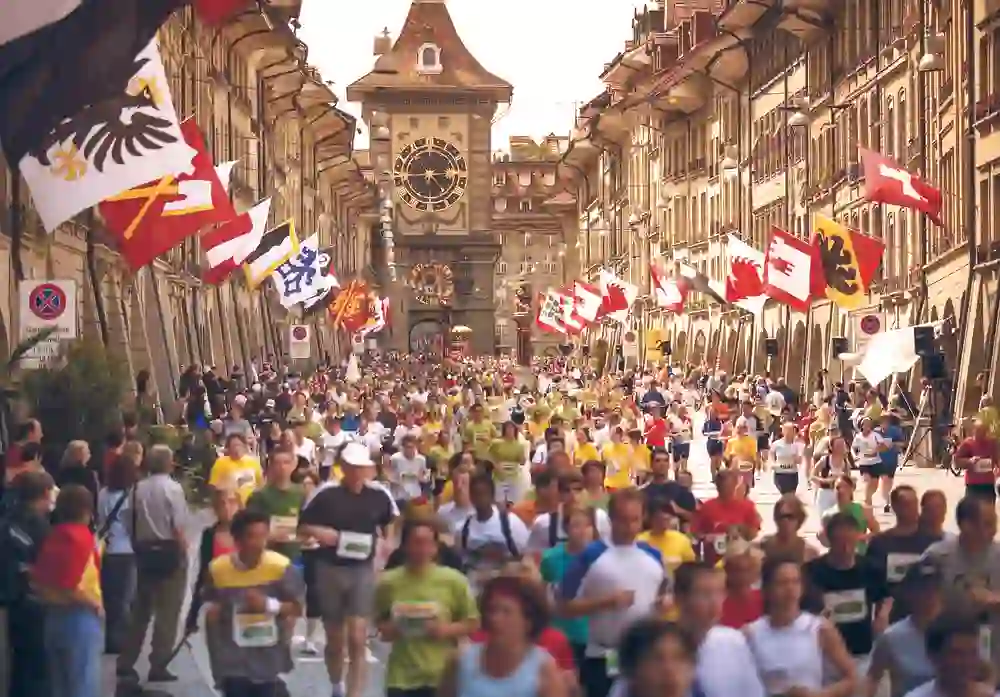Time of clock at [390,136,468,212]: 4:44
